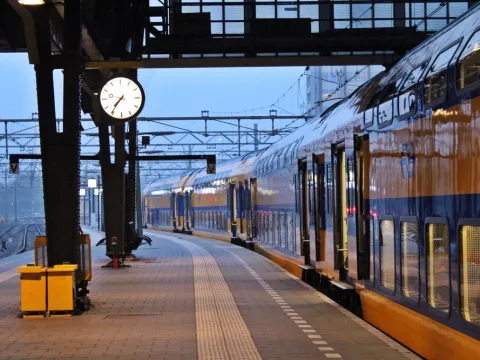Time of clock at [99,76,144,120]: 7:36
